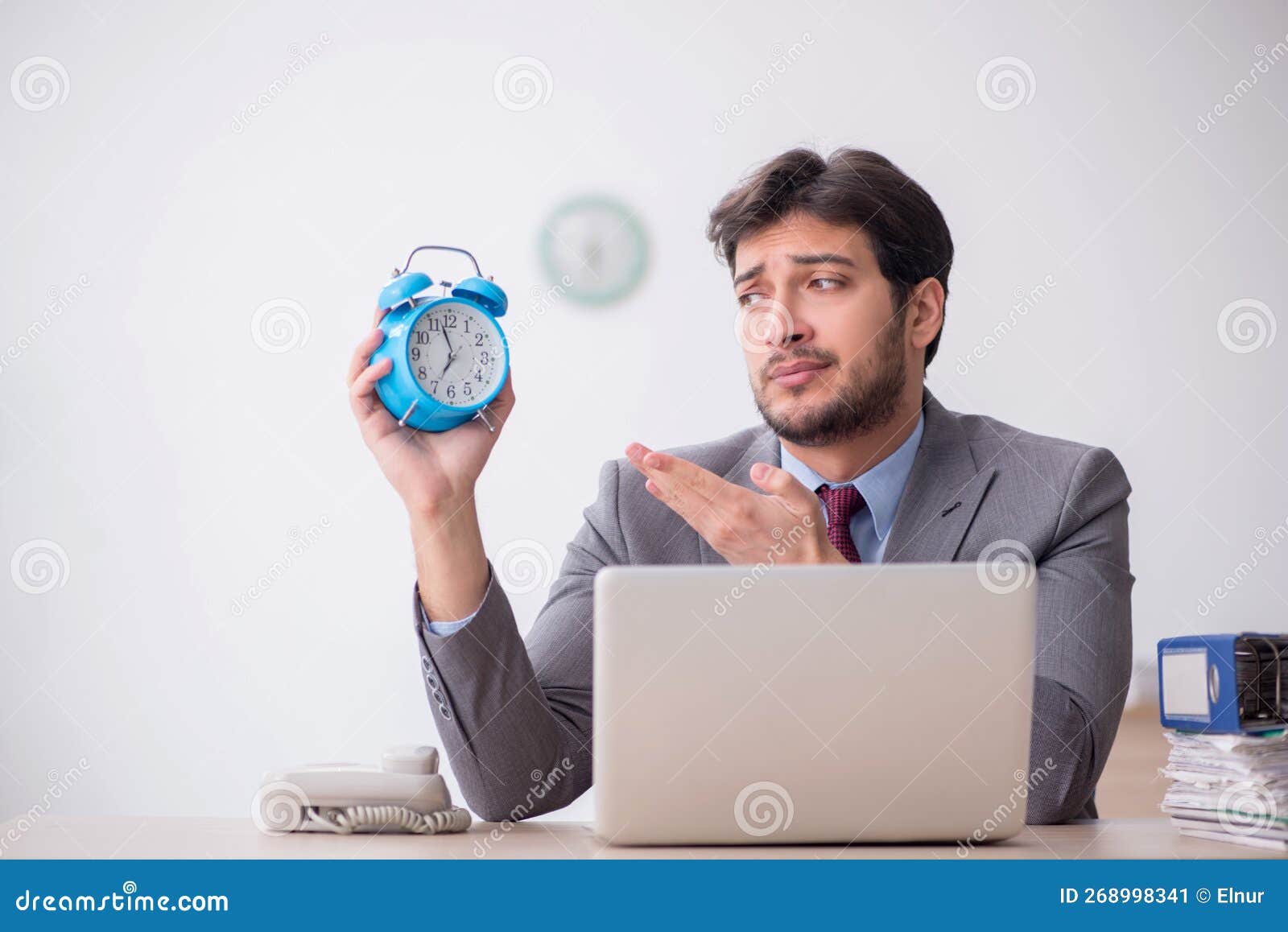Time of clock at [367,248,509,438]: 6:57
